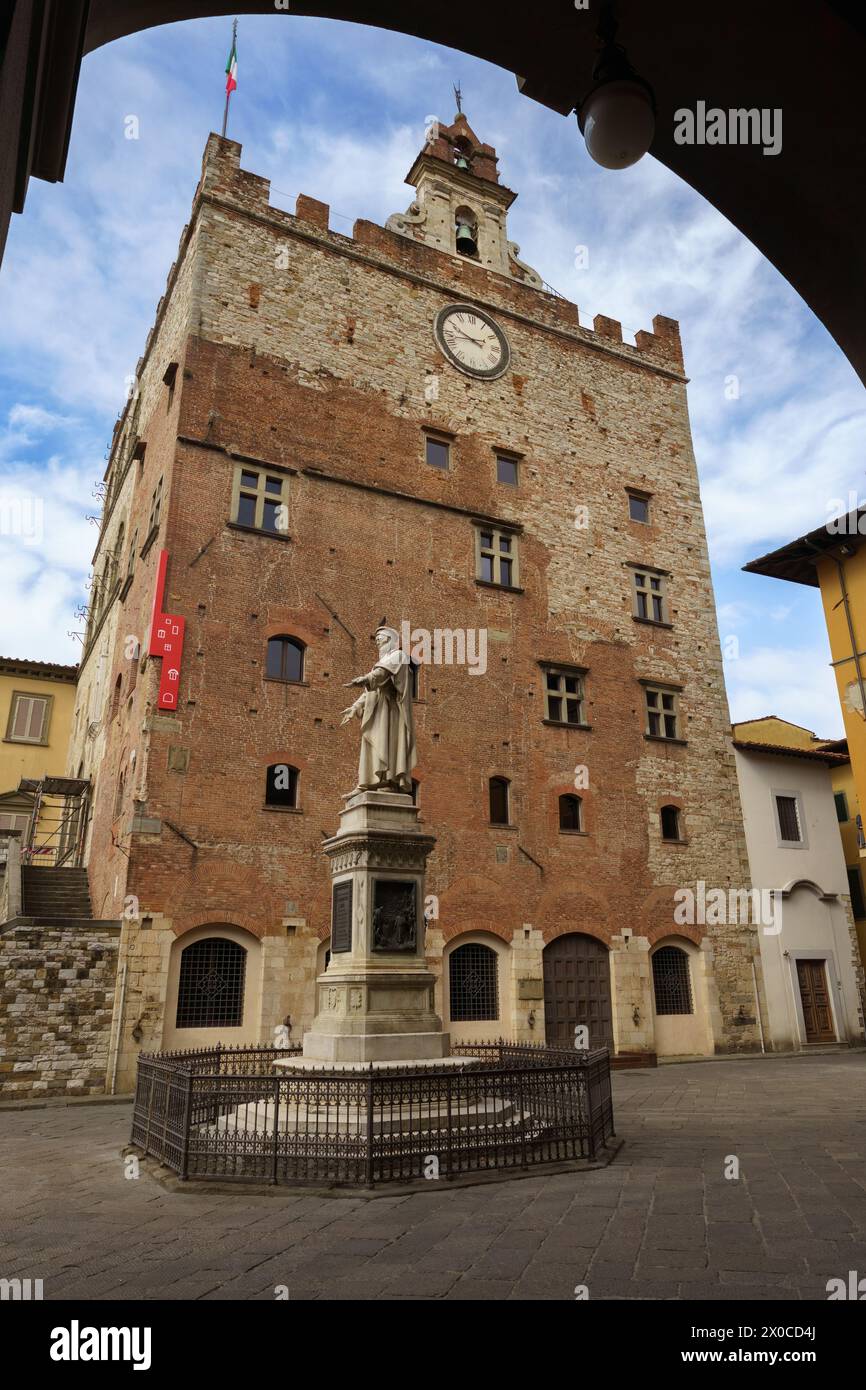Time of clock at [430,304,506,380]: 9:42
